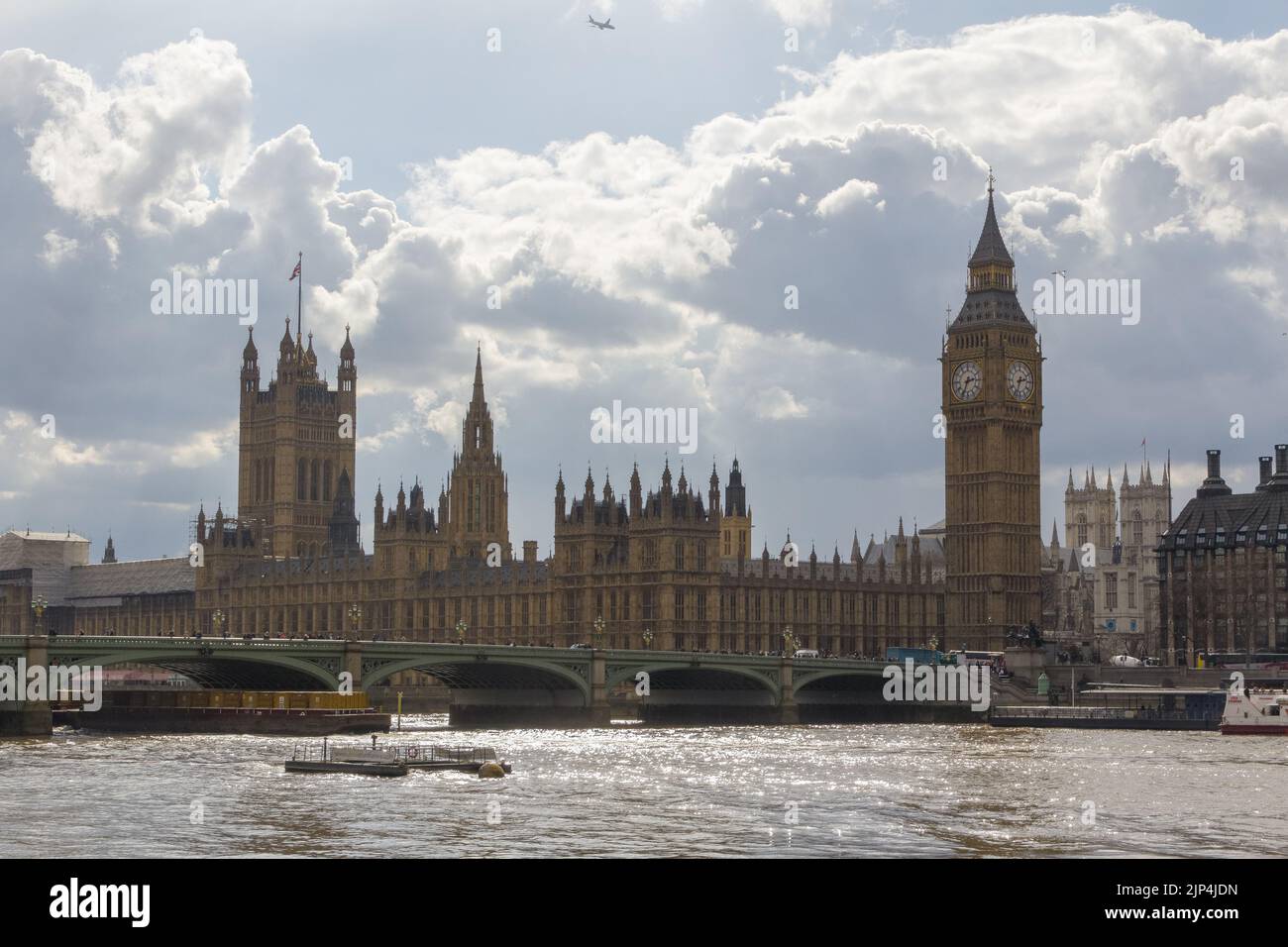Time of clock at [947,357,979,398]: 2:34
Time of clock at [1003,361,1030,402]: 2:33
